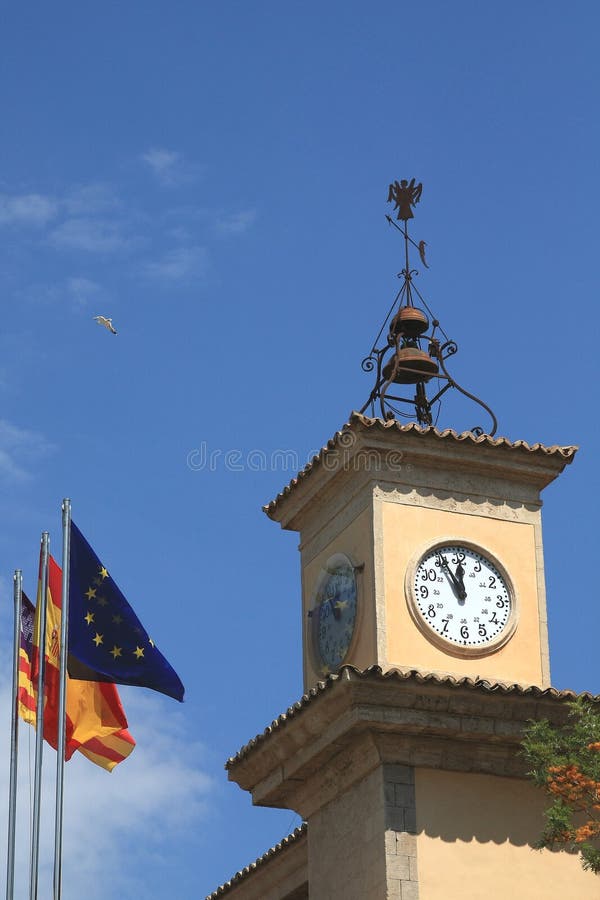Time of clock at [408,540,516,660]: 11:55
